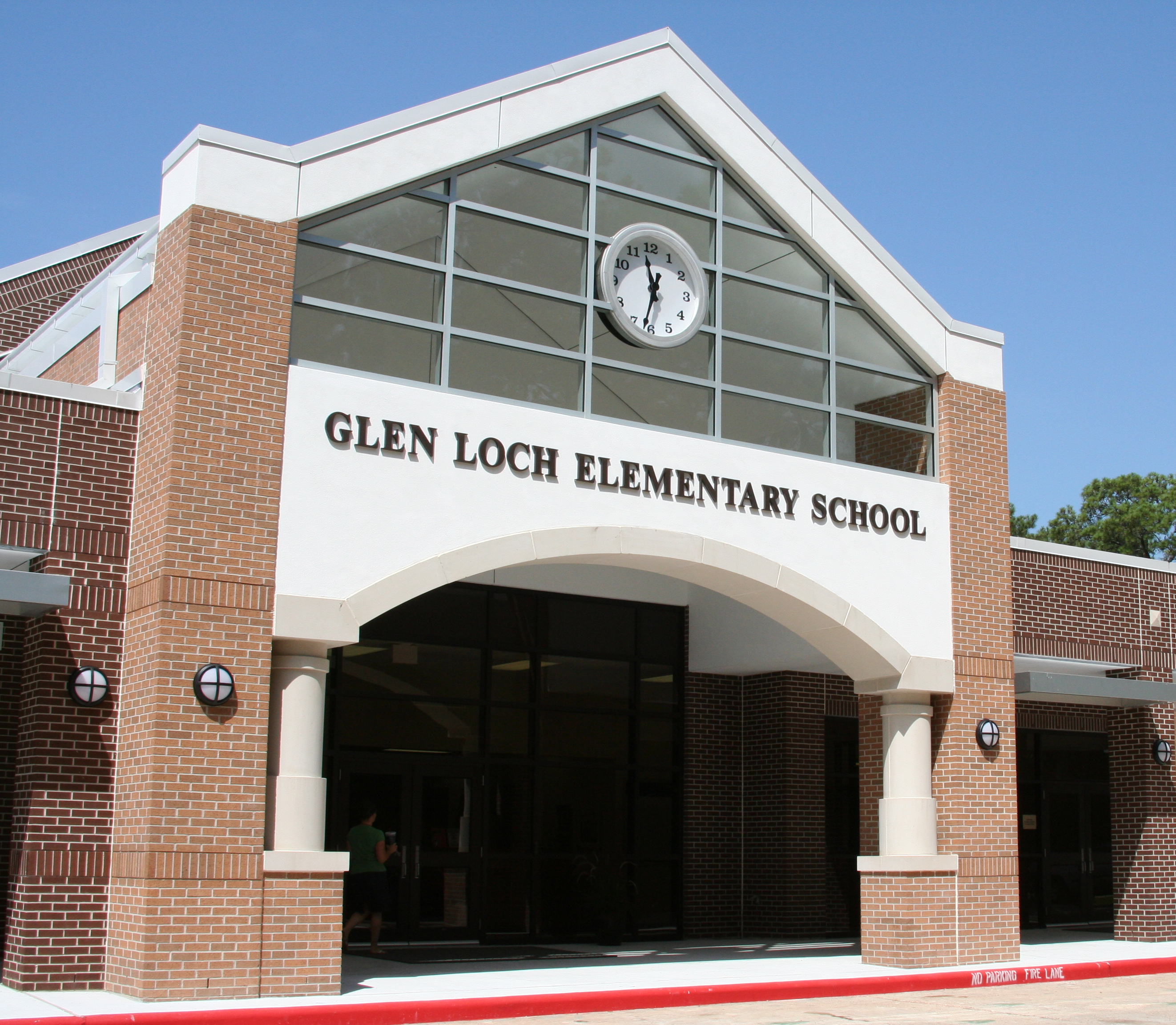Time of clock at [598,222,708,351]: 11:32
